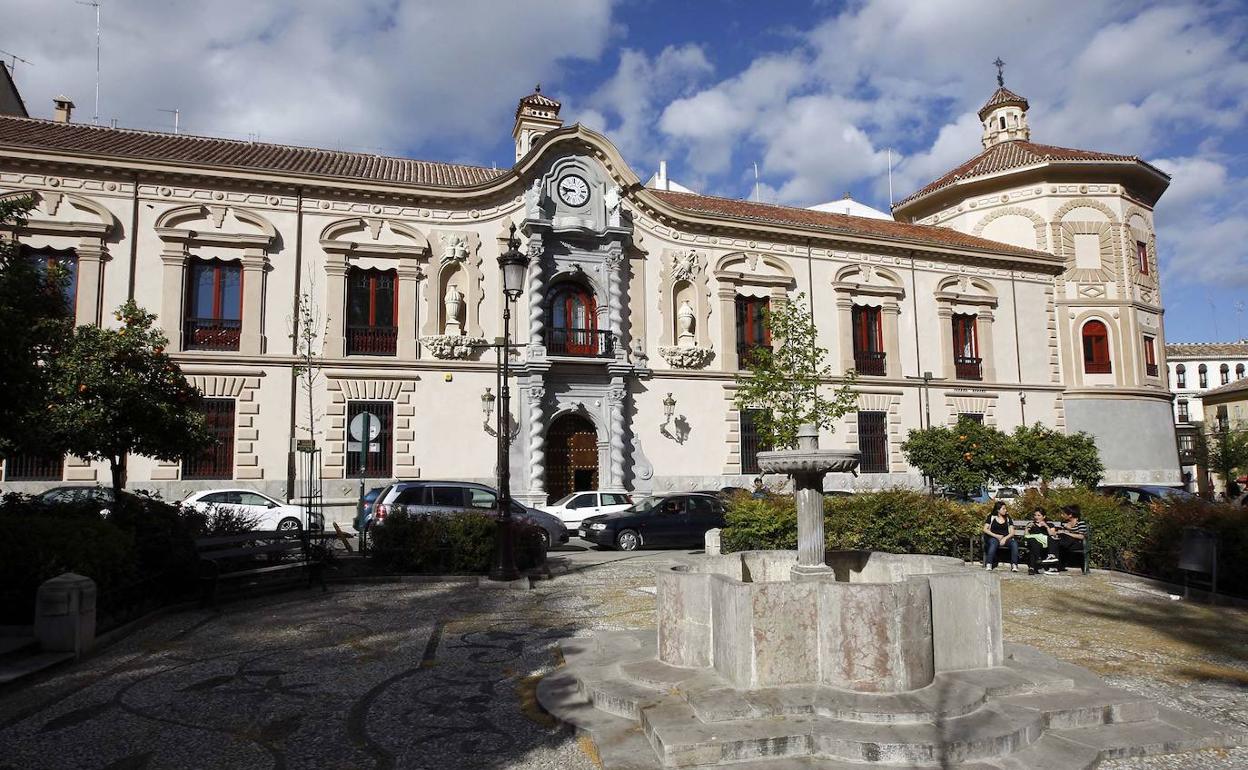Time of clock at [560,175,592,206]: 8:46
